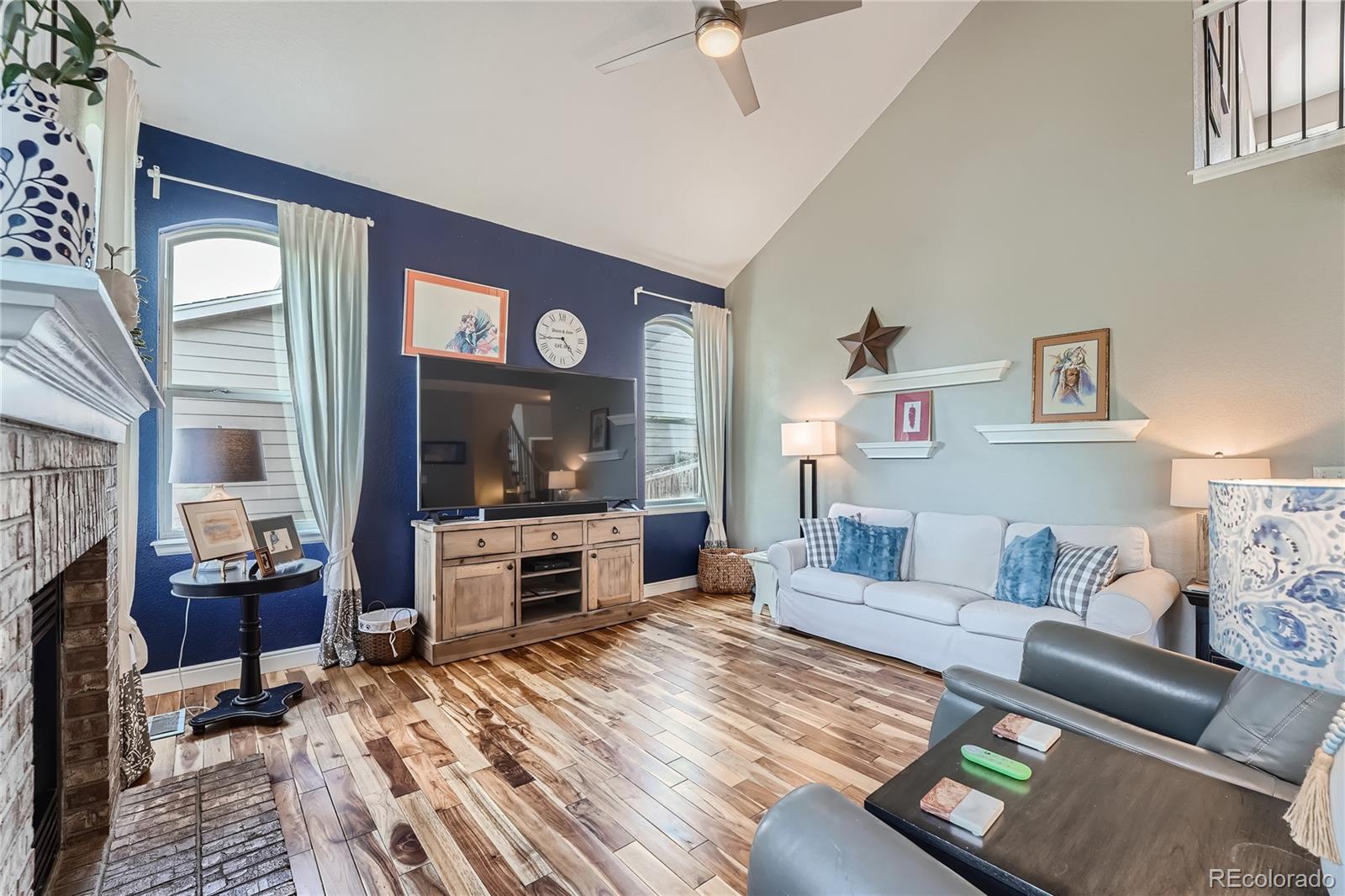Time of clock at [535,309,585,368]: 4:44
